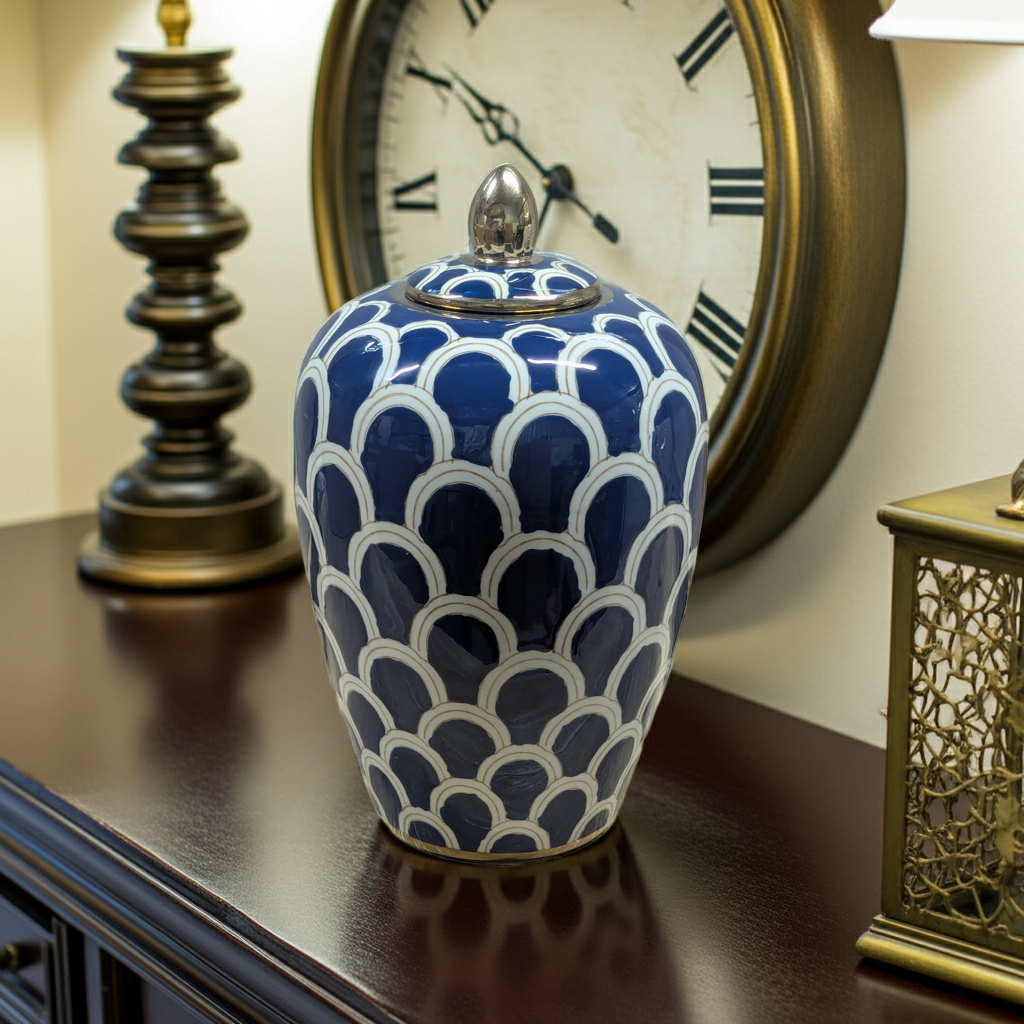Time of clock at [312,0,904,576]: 3:51
